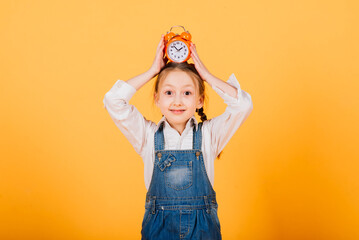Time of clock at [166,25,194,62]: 1:52
